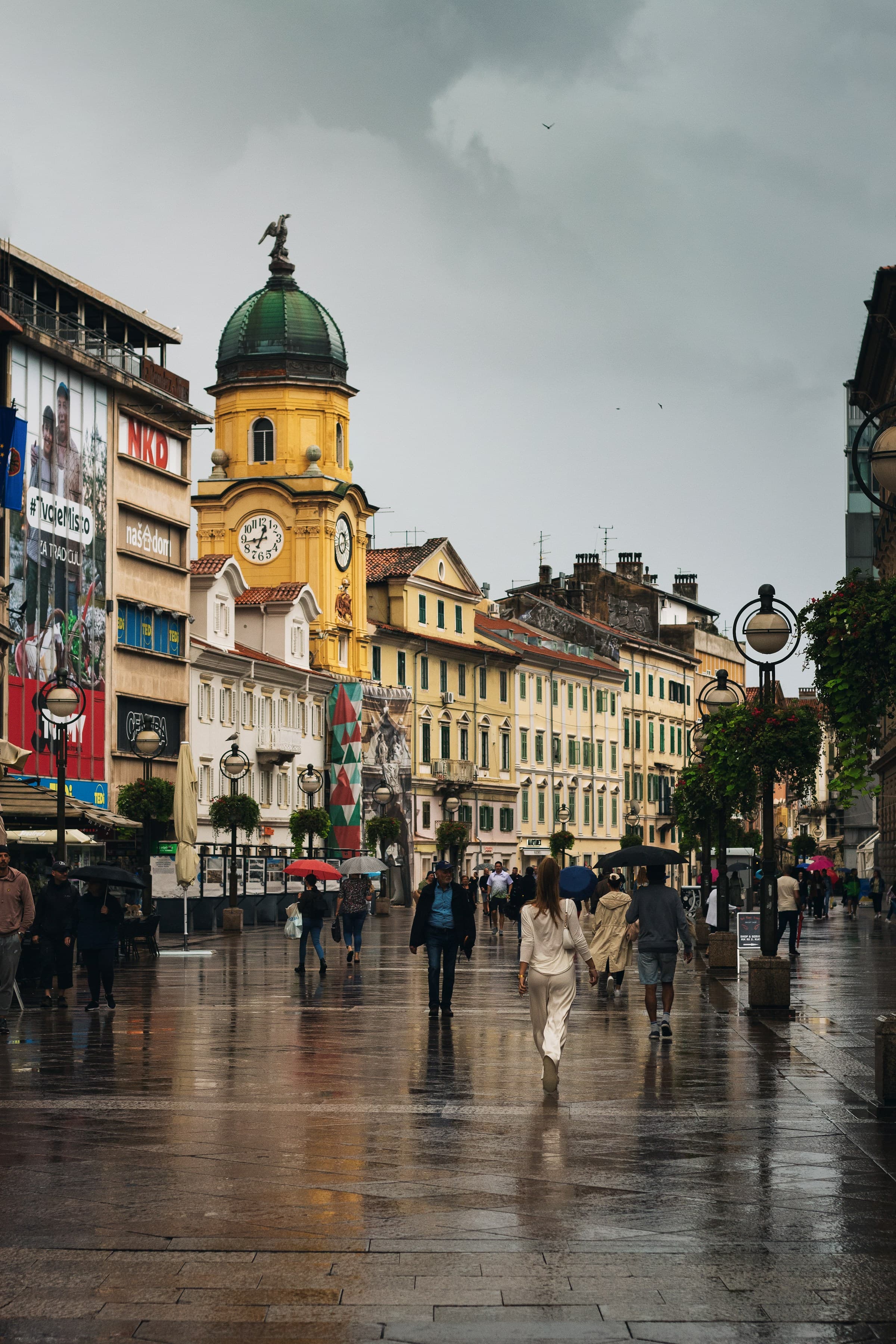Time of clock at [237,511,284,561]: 12:43
